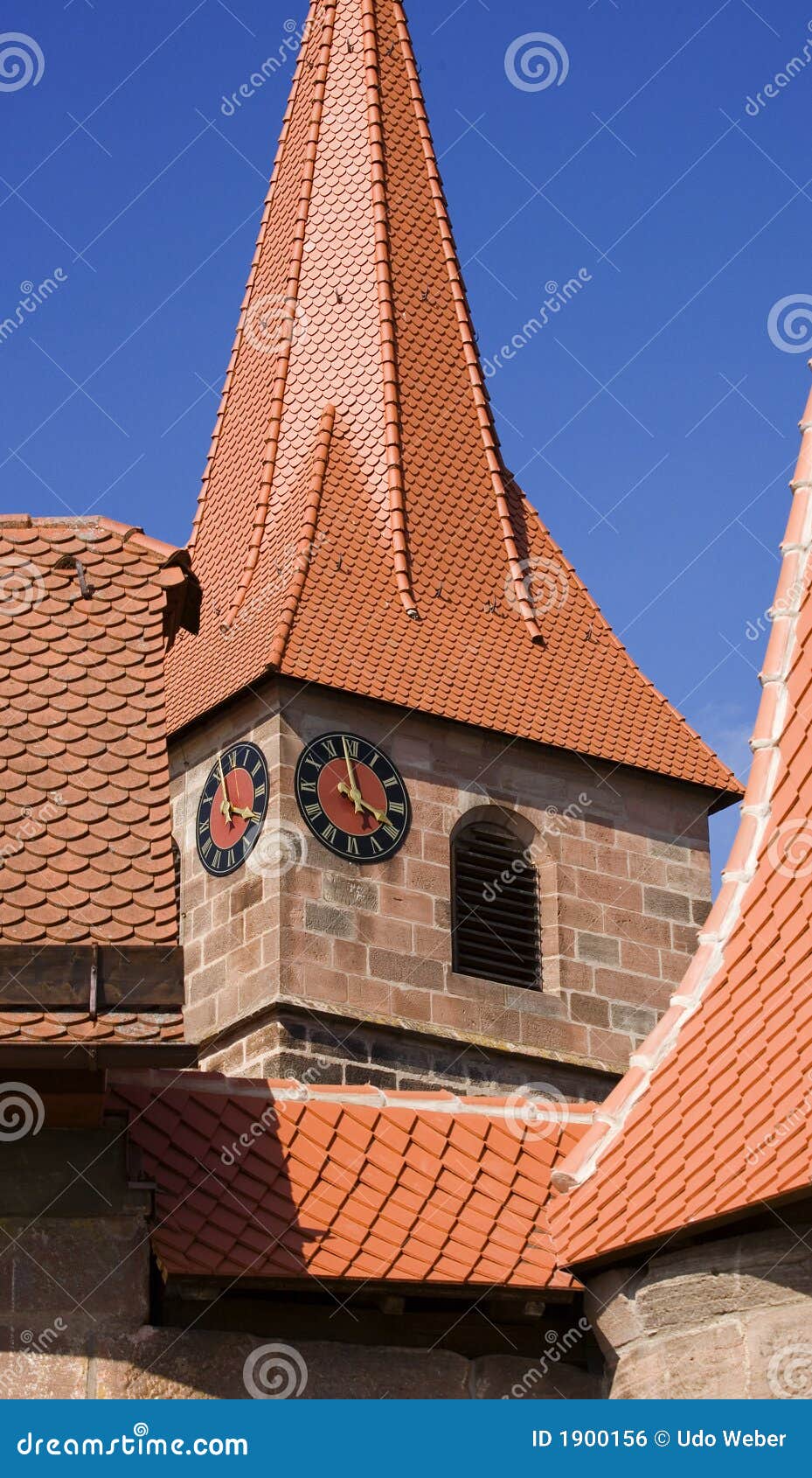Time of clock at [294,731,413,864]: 3:58
